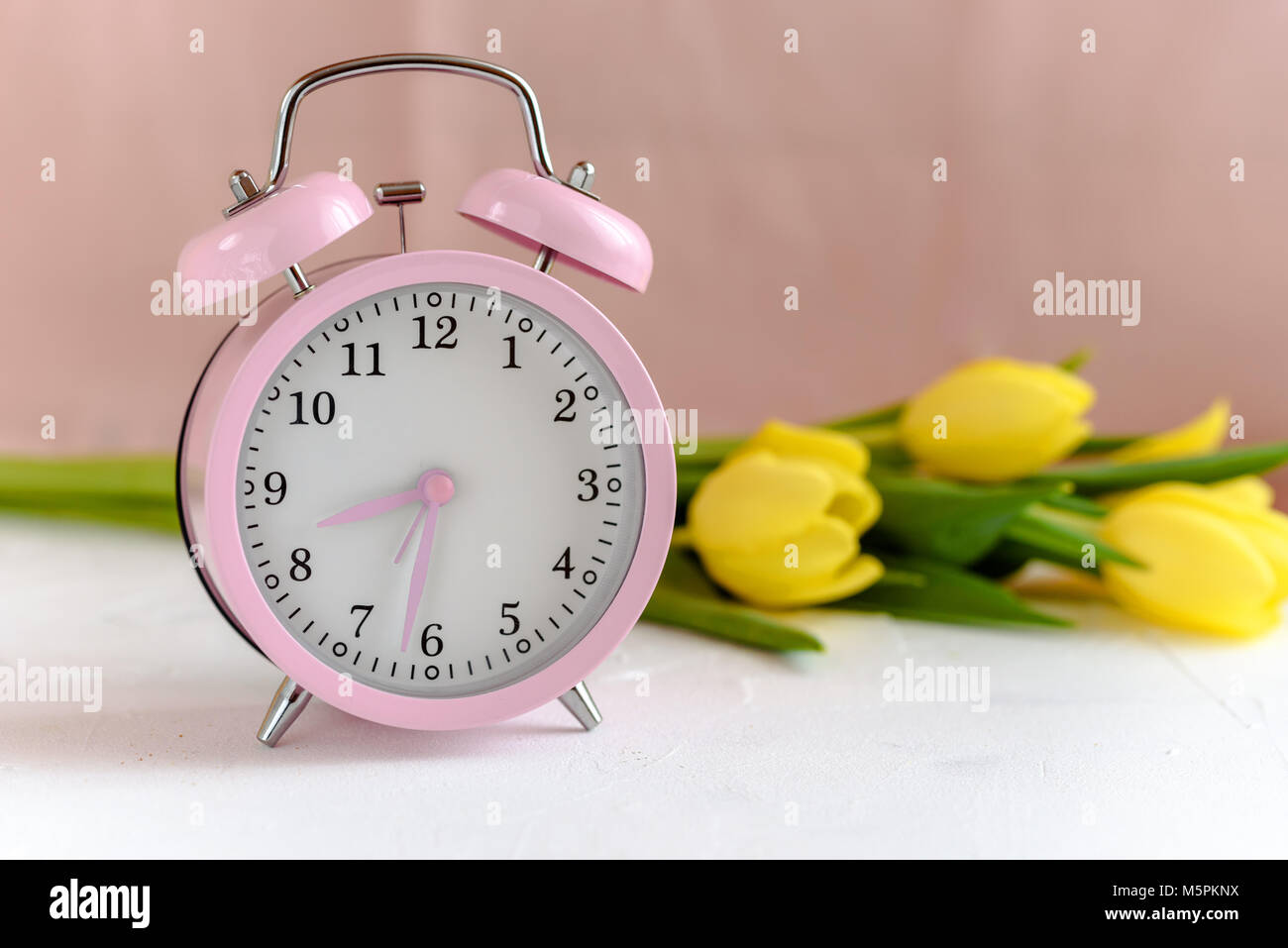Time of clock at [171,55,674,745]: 8:31
